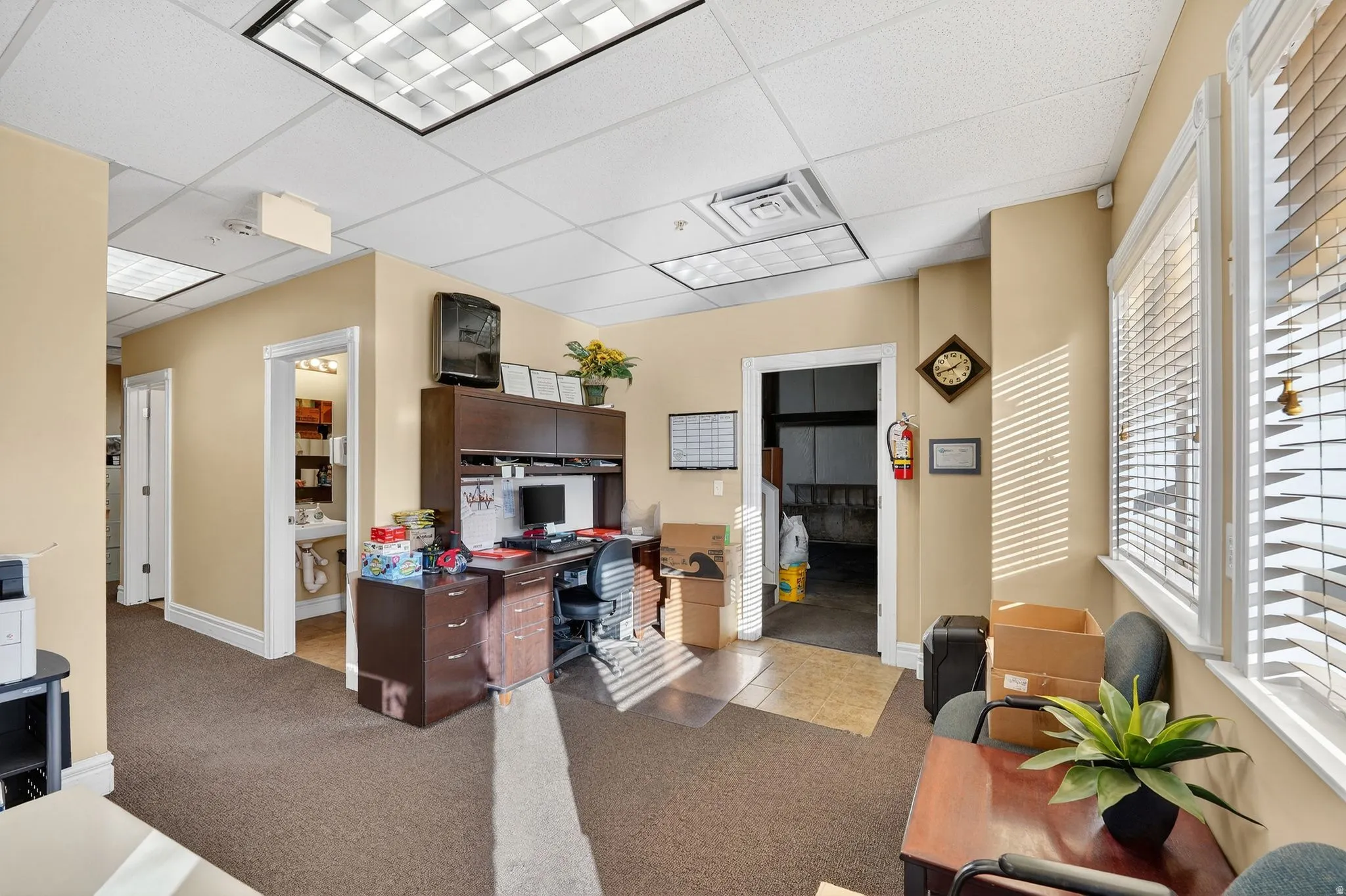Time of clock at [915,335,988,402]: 1:42
